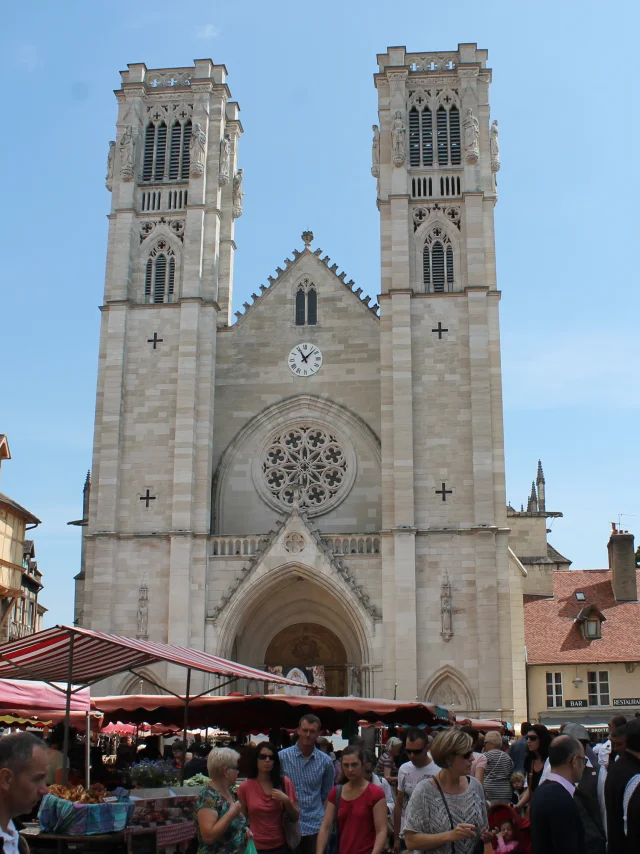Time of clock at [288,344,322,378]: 11:07
